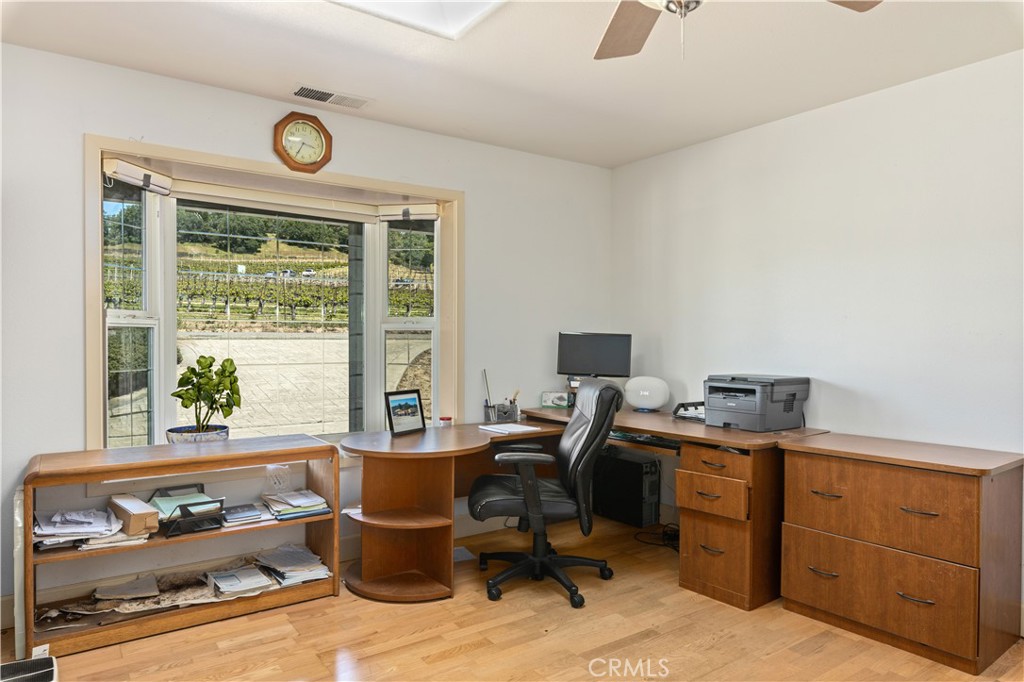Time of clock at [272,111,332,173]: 3:34
